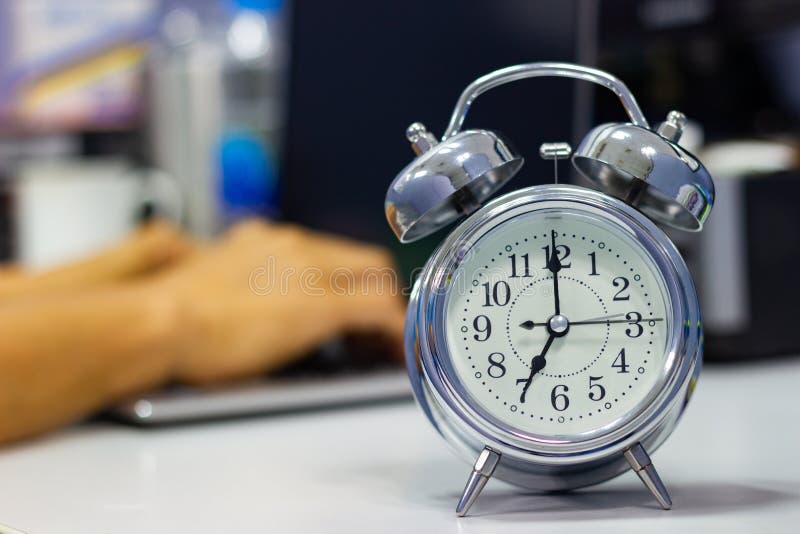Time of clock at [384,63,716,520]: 7:00
